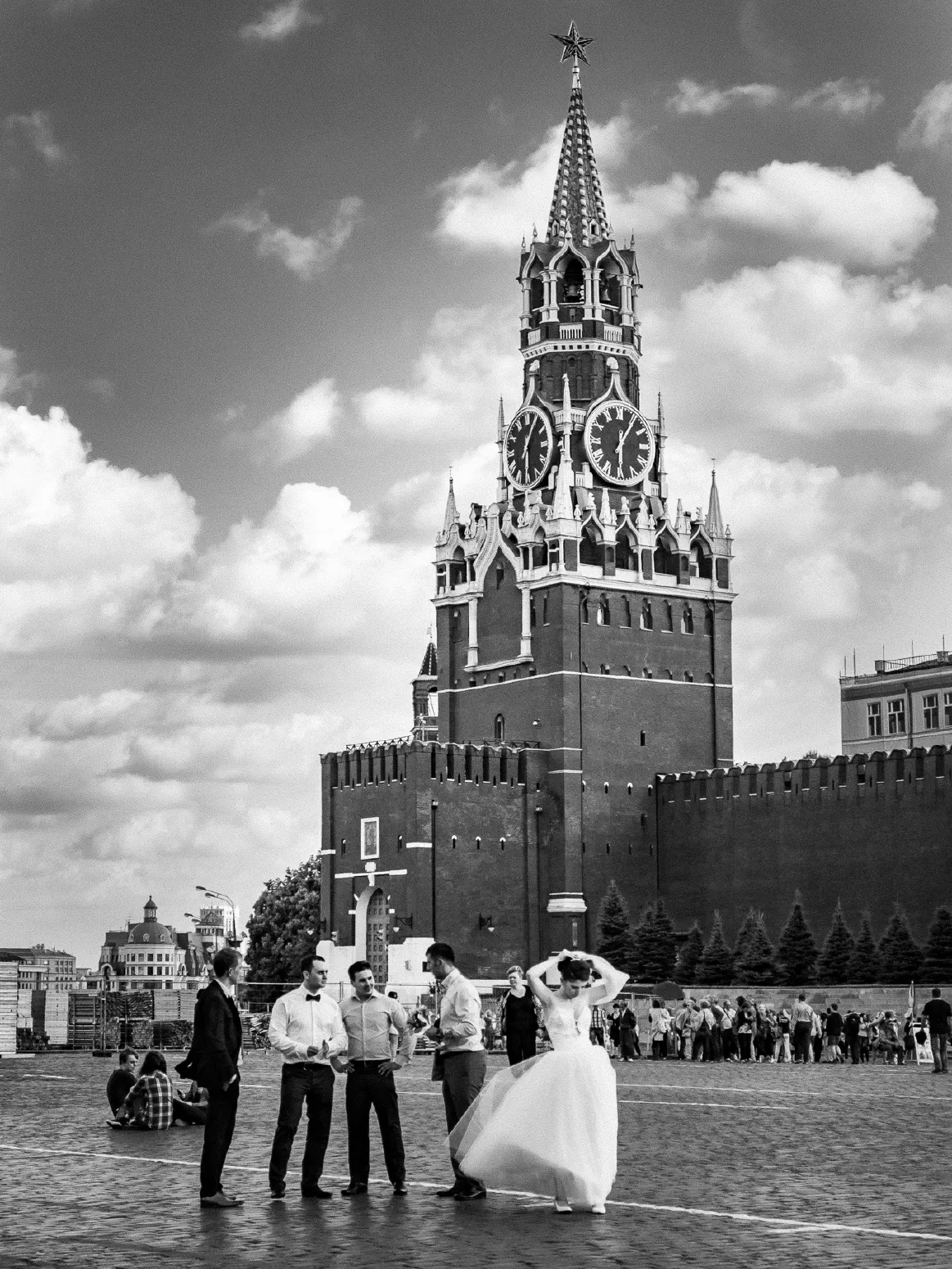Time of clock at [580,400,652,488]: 6:06
